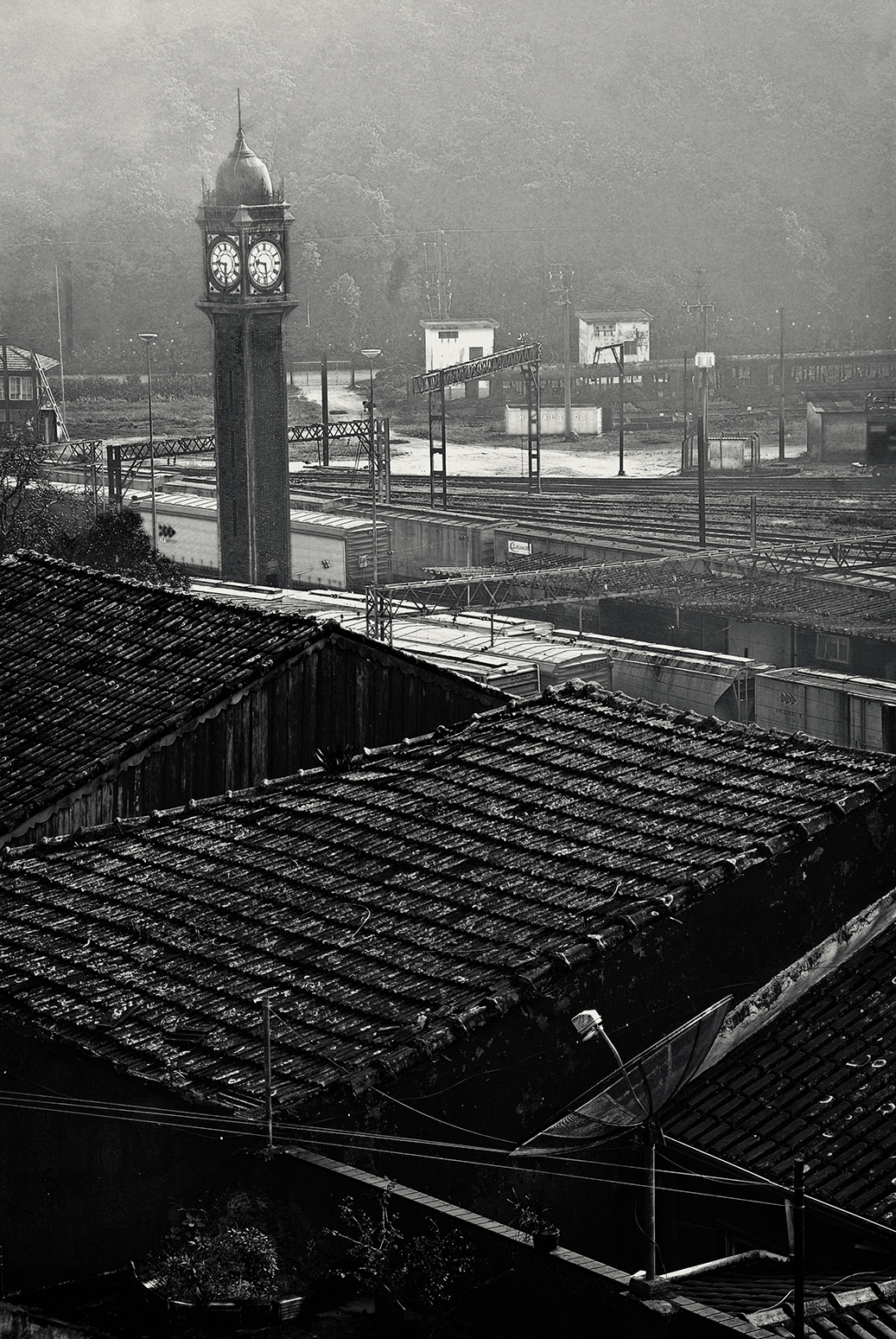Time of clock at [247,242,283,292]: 9:28
